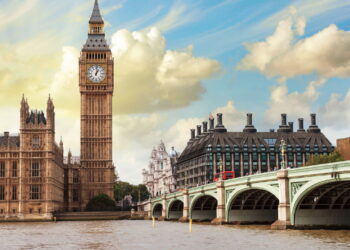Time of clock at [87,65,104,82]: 1:01
